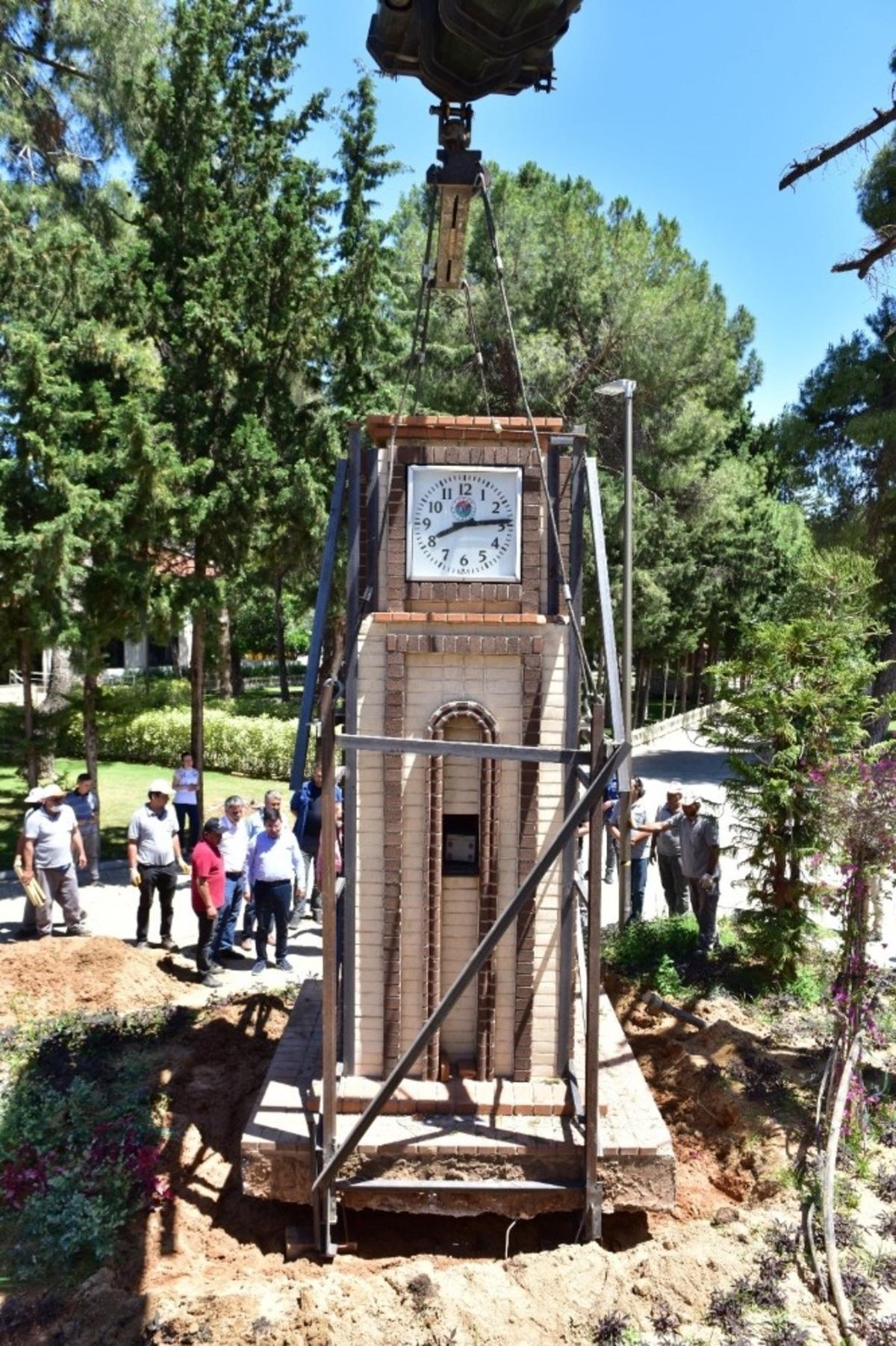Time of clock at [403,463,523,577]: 8:13
